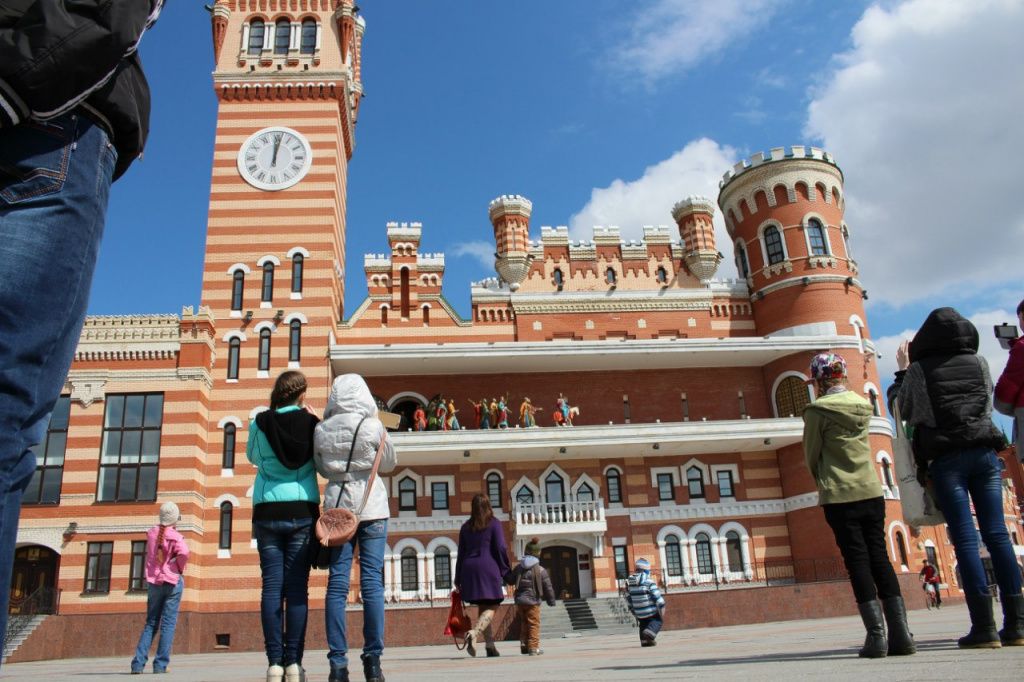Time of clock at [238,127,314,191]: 12:01
